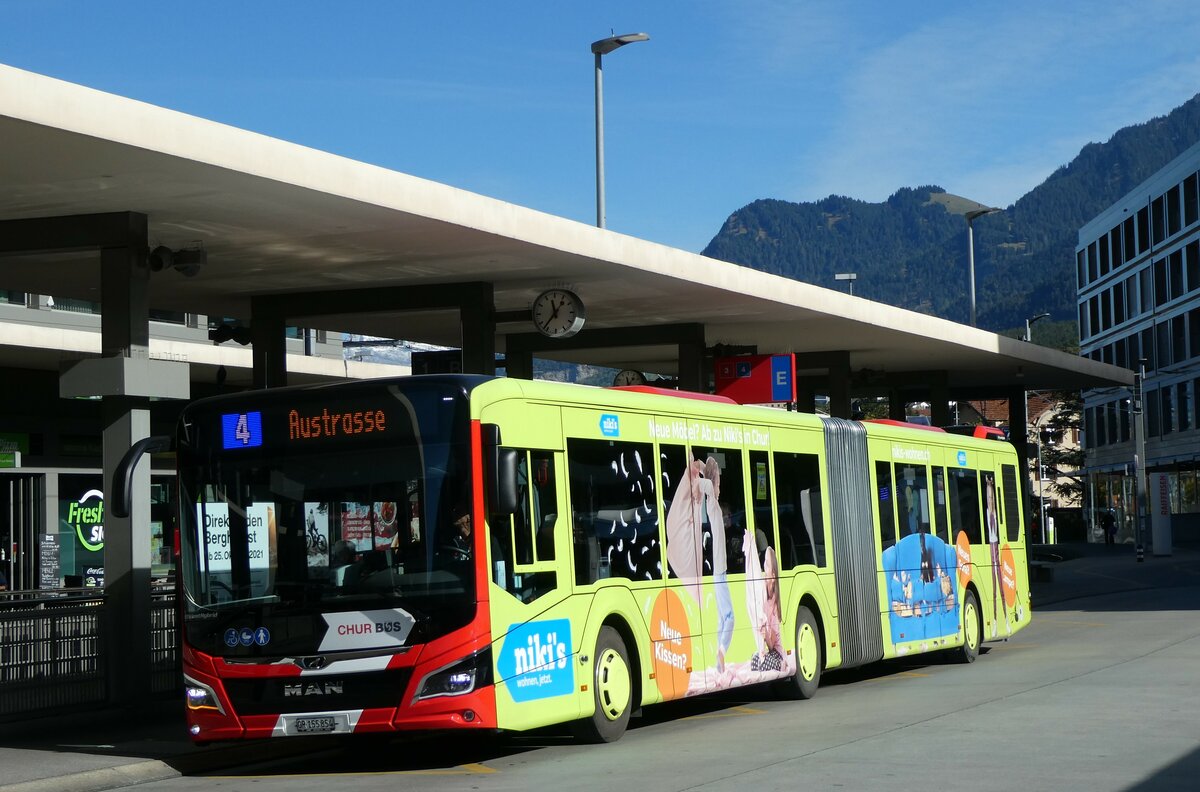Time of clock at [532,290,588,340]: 11:36
